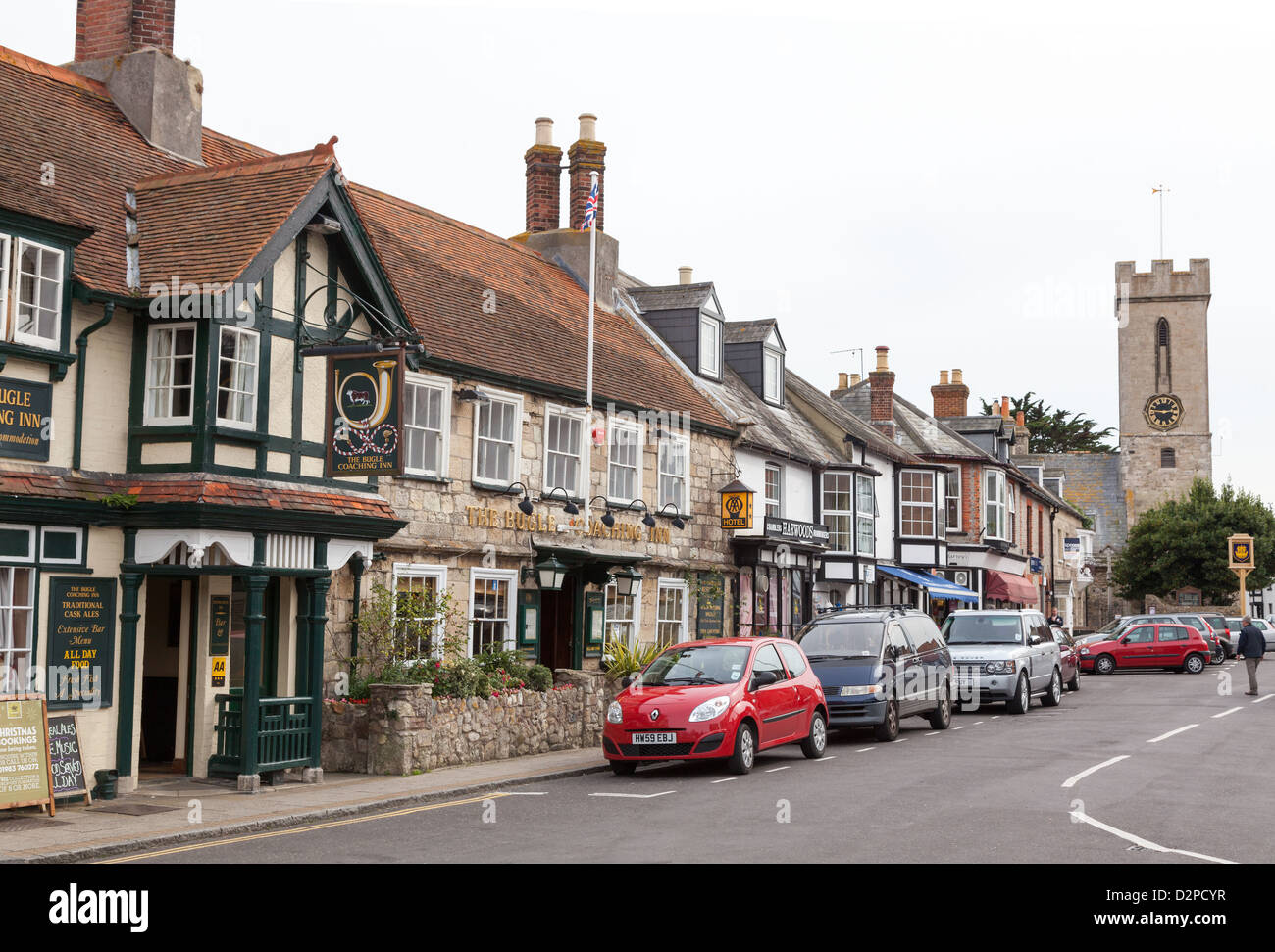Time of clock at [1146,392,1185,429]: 2:45
